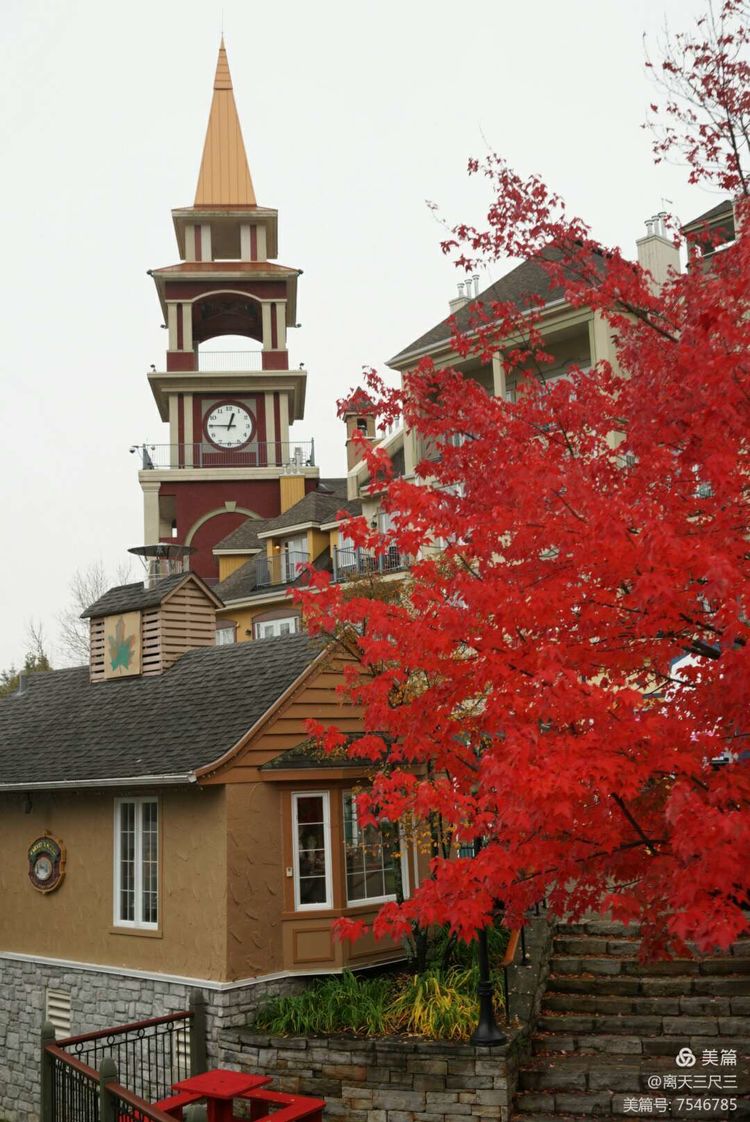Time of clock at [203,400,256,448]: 12:45
